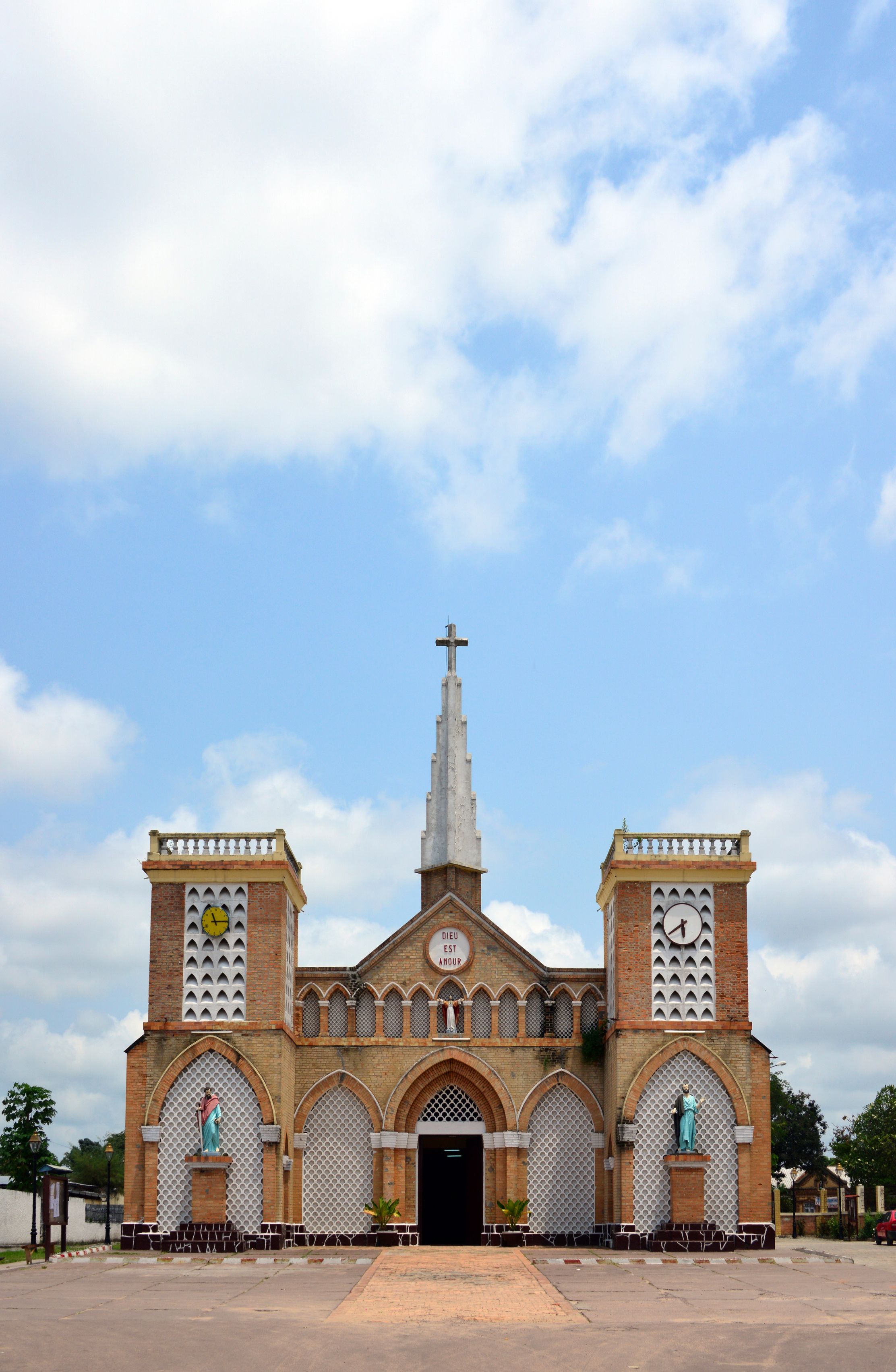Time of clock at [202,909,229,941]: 11:14
